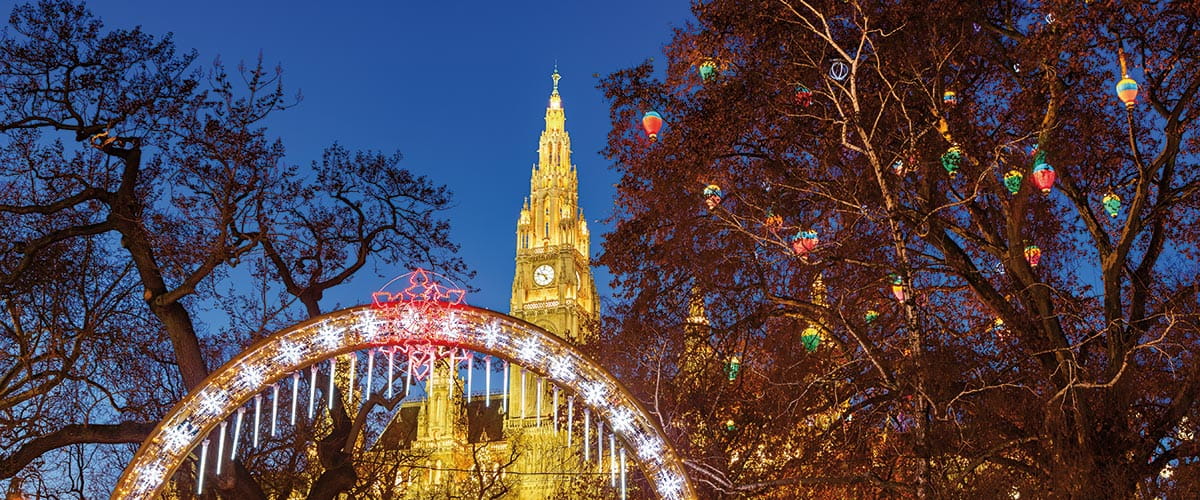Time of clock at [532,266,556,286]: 4:47
